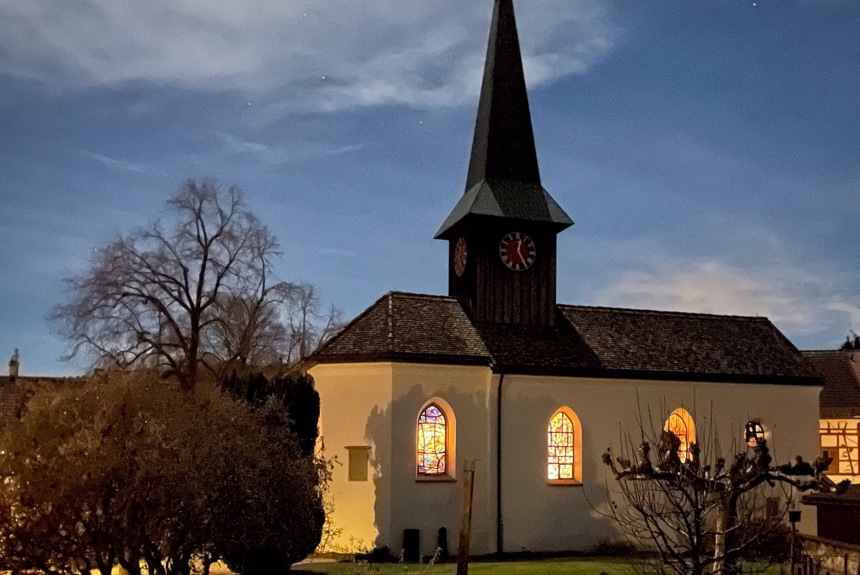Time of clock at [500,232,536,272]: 12:24
